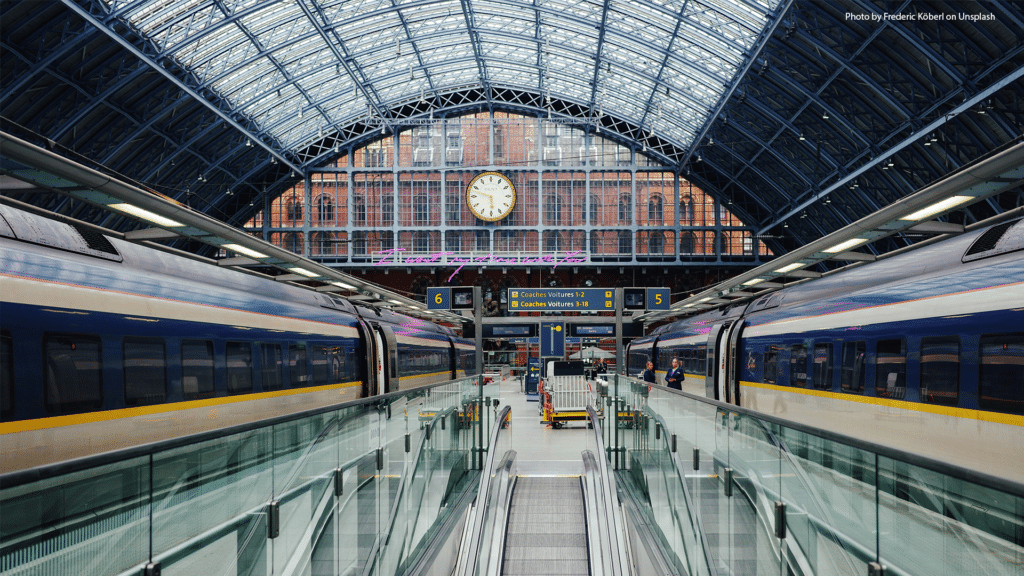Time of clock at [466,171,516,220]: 5:47
